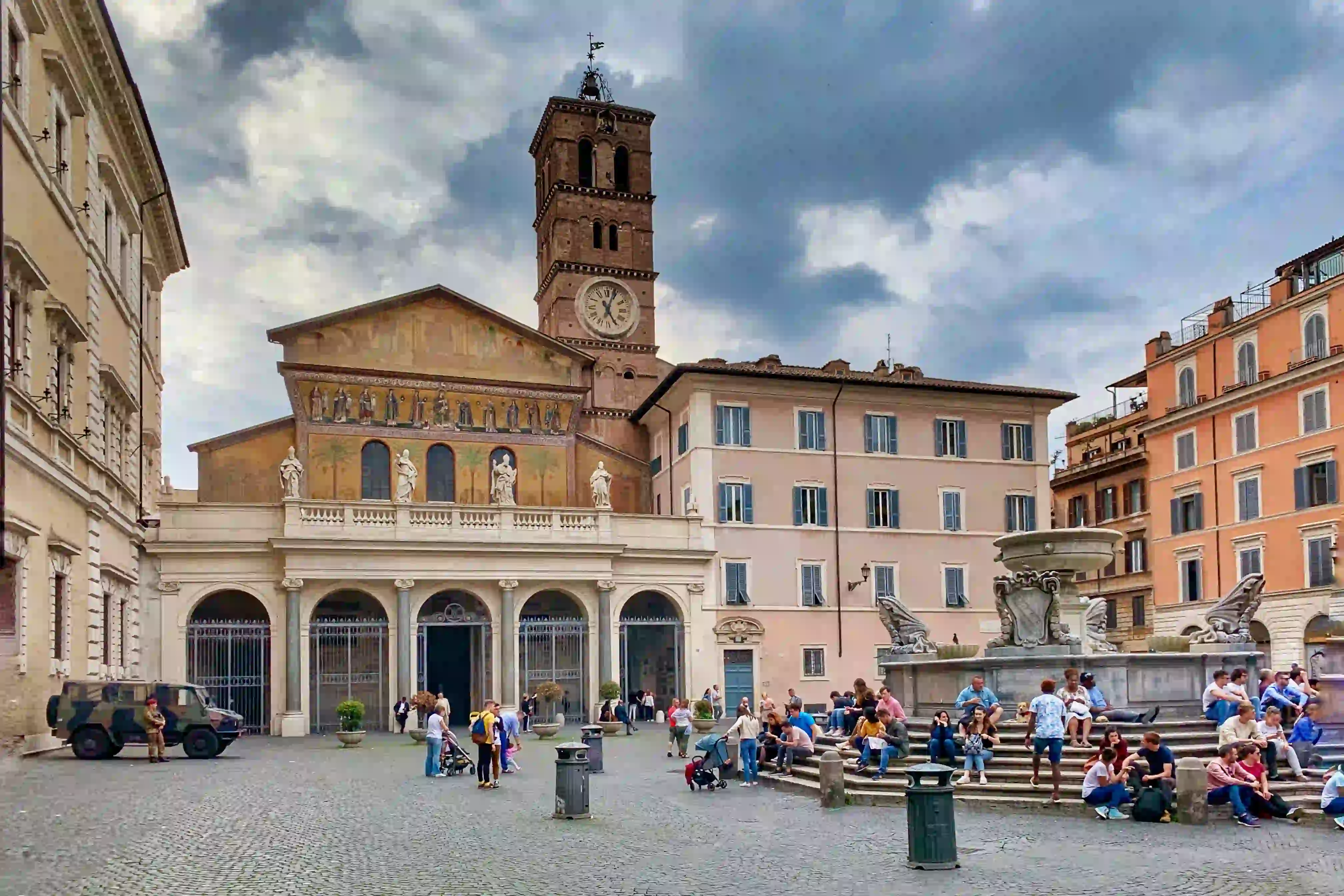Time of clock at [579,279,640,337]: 5:03
